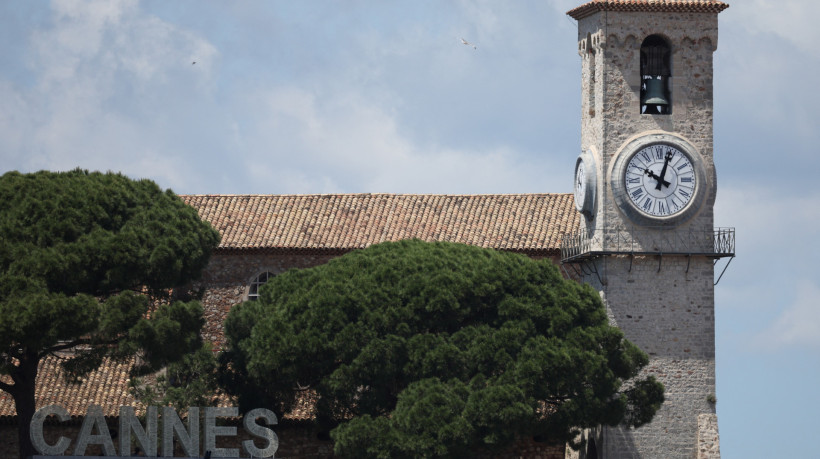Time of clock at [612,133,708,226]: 10:03
